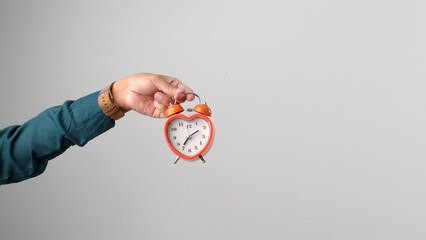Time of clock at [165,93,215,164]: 7:09
